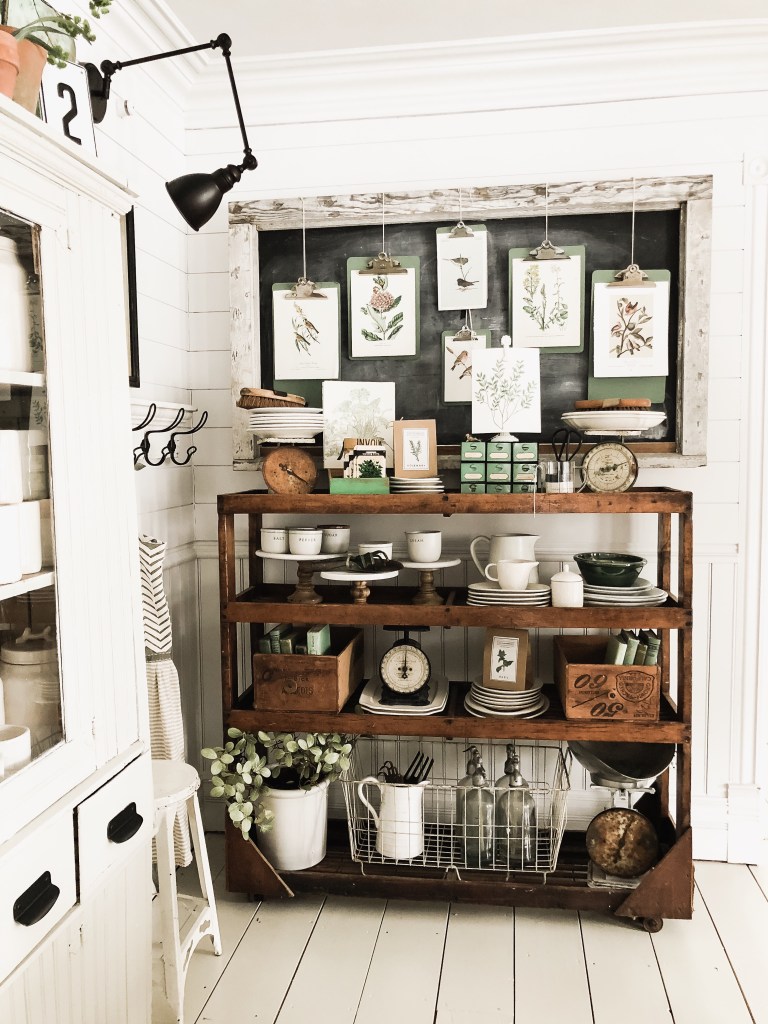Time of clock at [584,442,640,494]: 8:11
